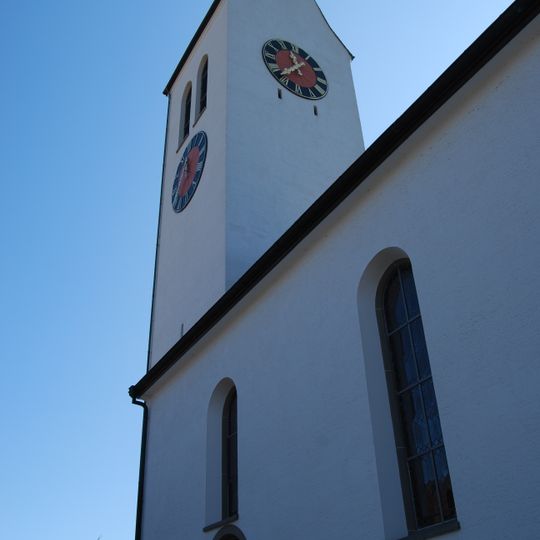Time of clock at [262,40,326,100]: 11:38
